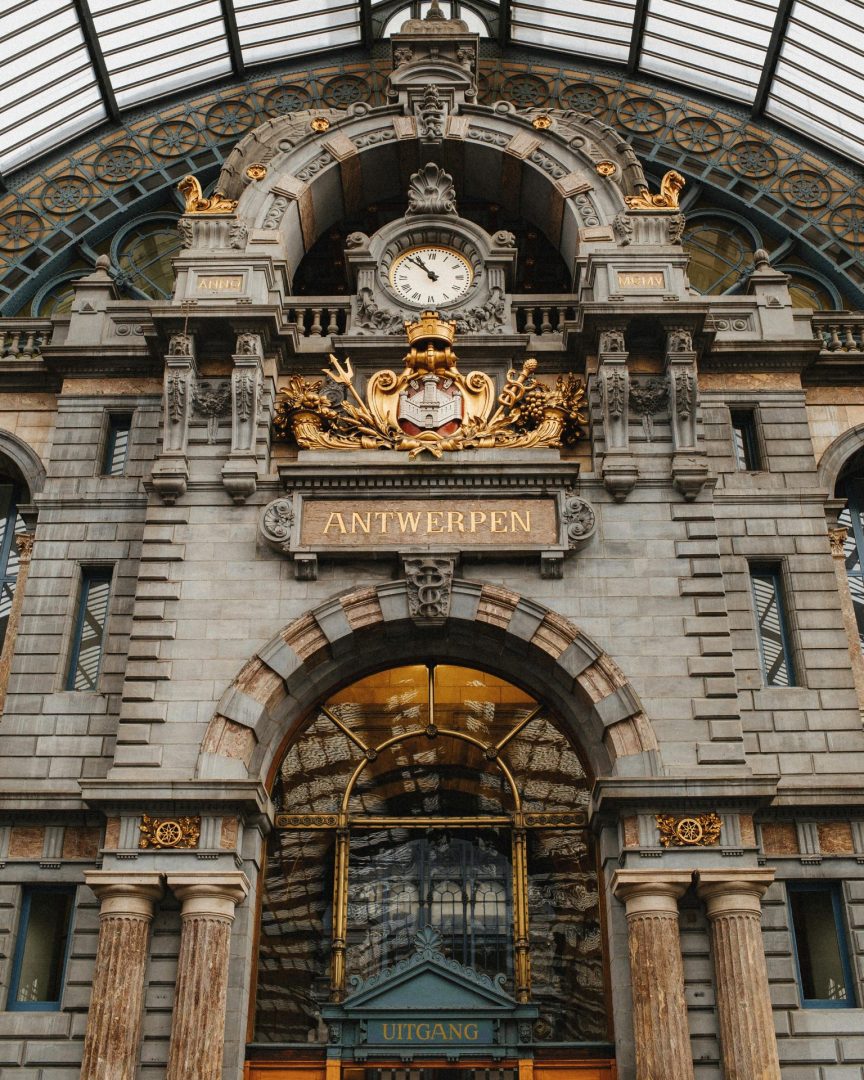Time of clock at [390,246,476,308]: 10:52
